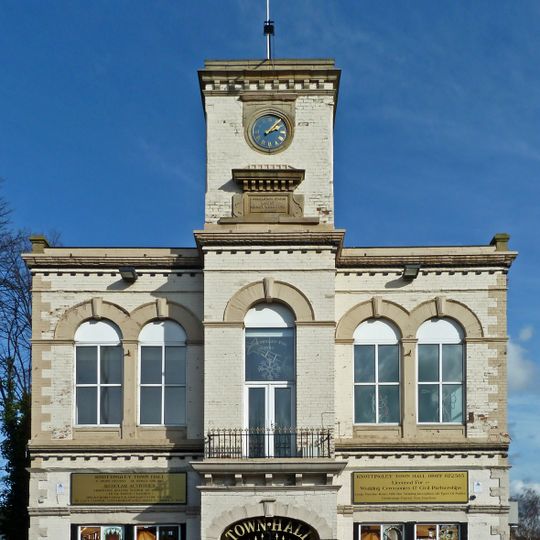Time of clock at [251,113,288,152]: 2:07
